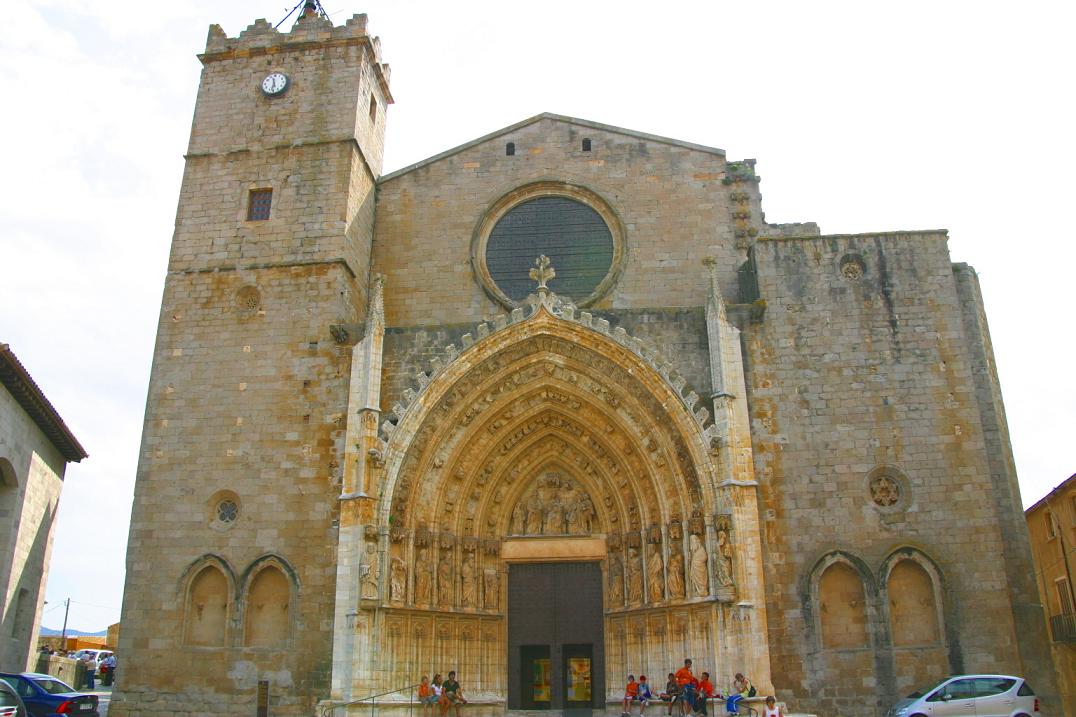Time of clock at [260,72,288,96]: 11:32
